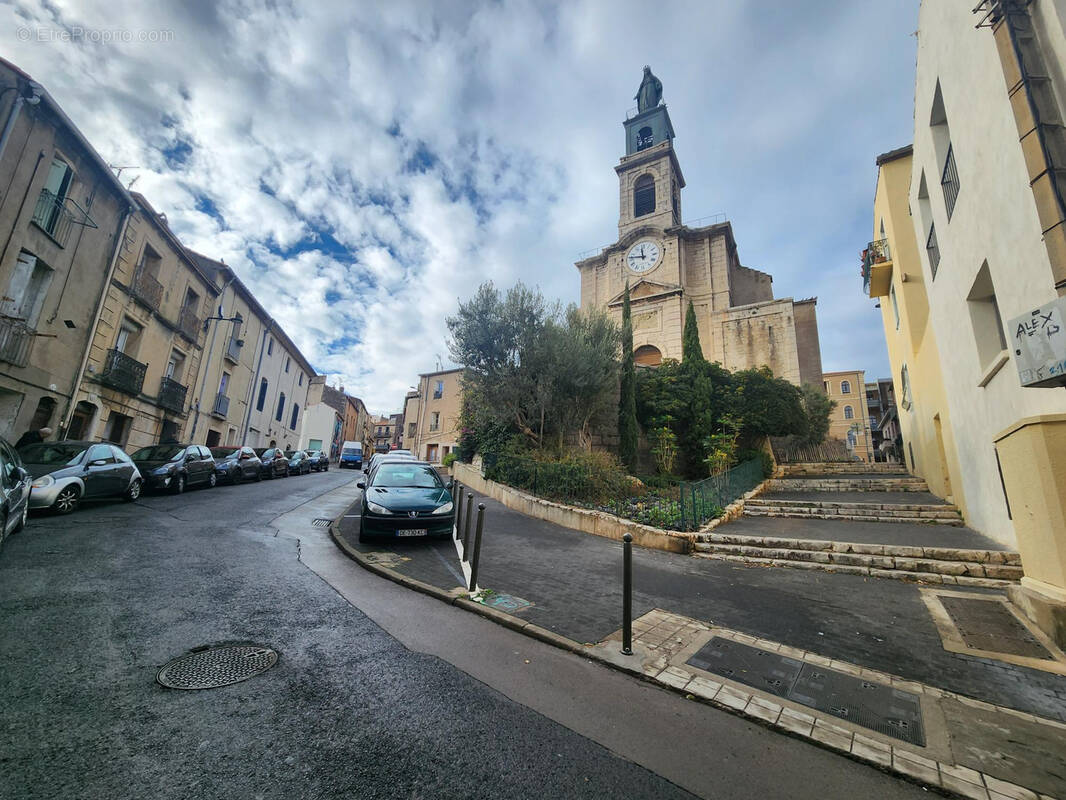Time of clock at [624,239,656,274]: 11:46
